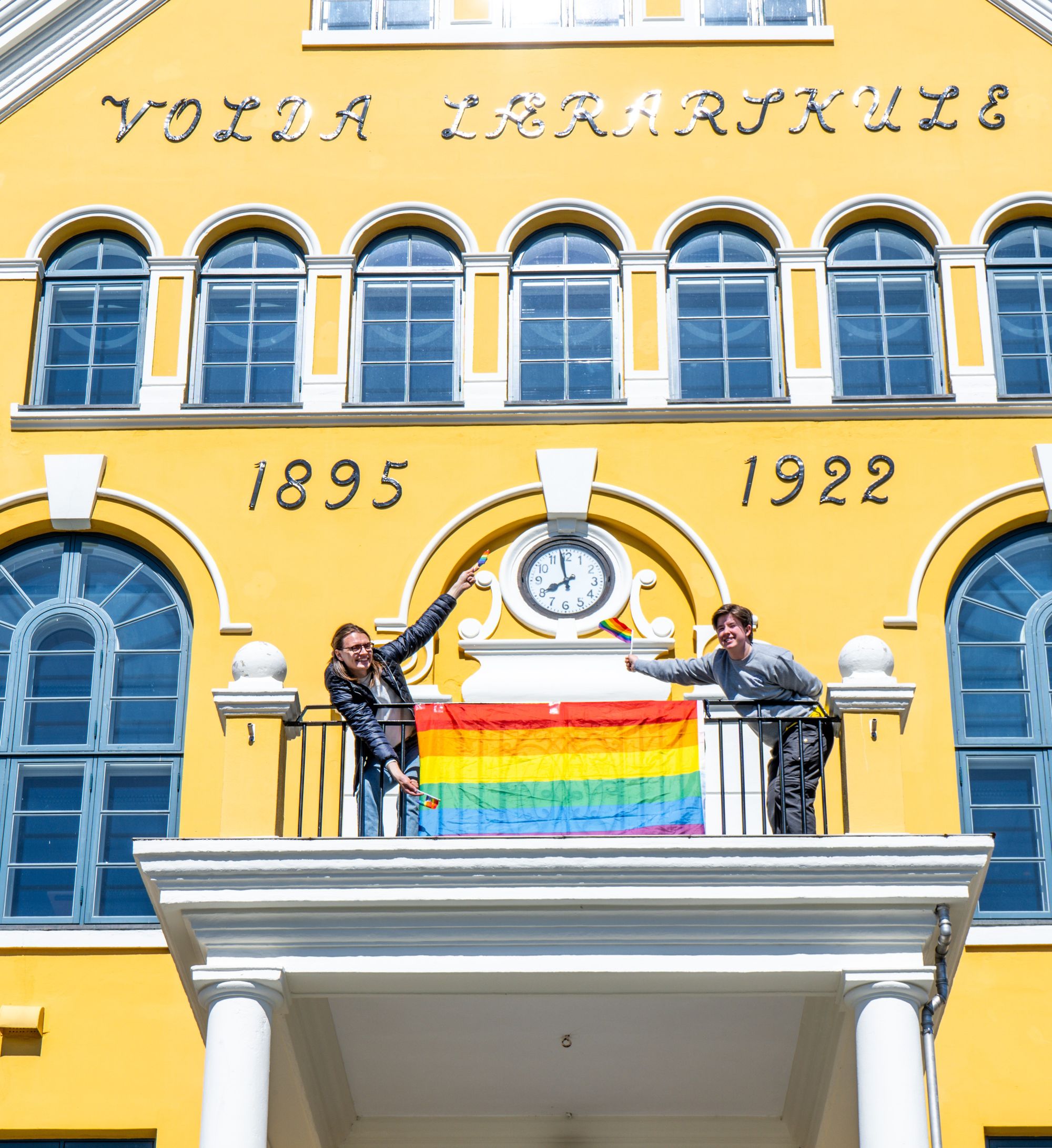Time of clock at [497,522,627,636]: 7:58
